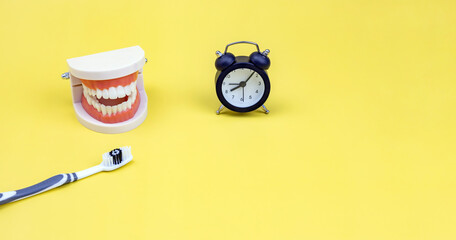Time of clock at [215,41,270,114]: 8:07
